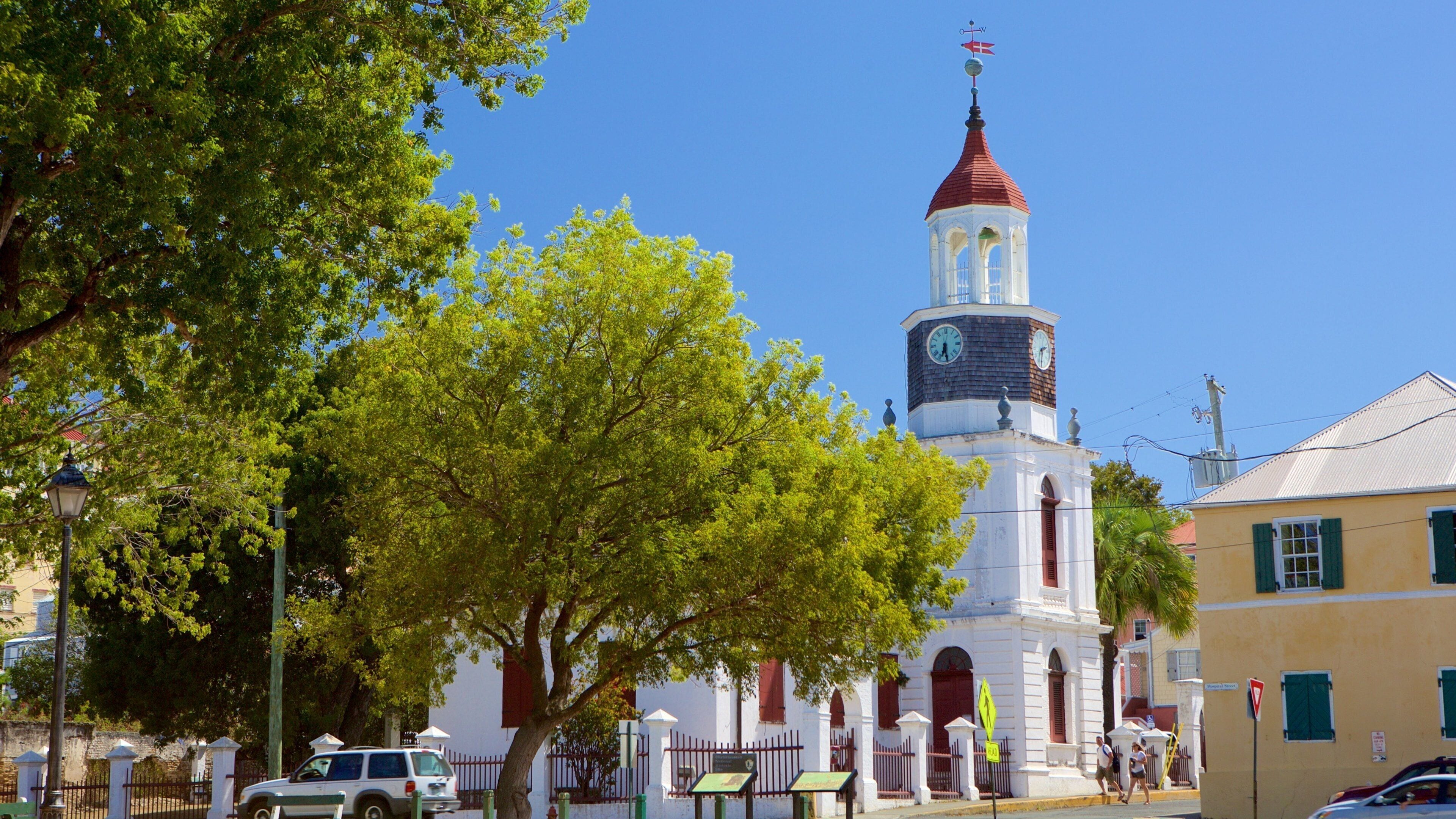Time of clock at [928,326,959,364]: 6:28
